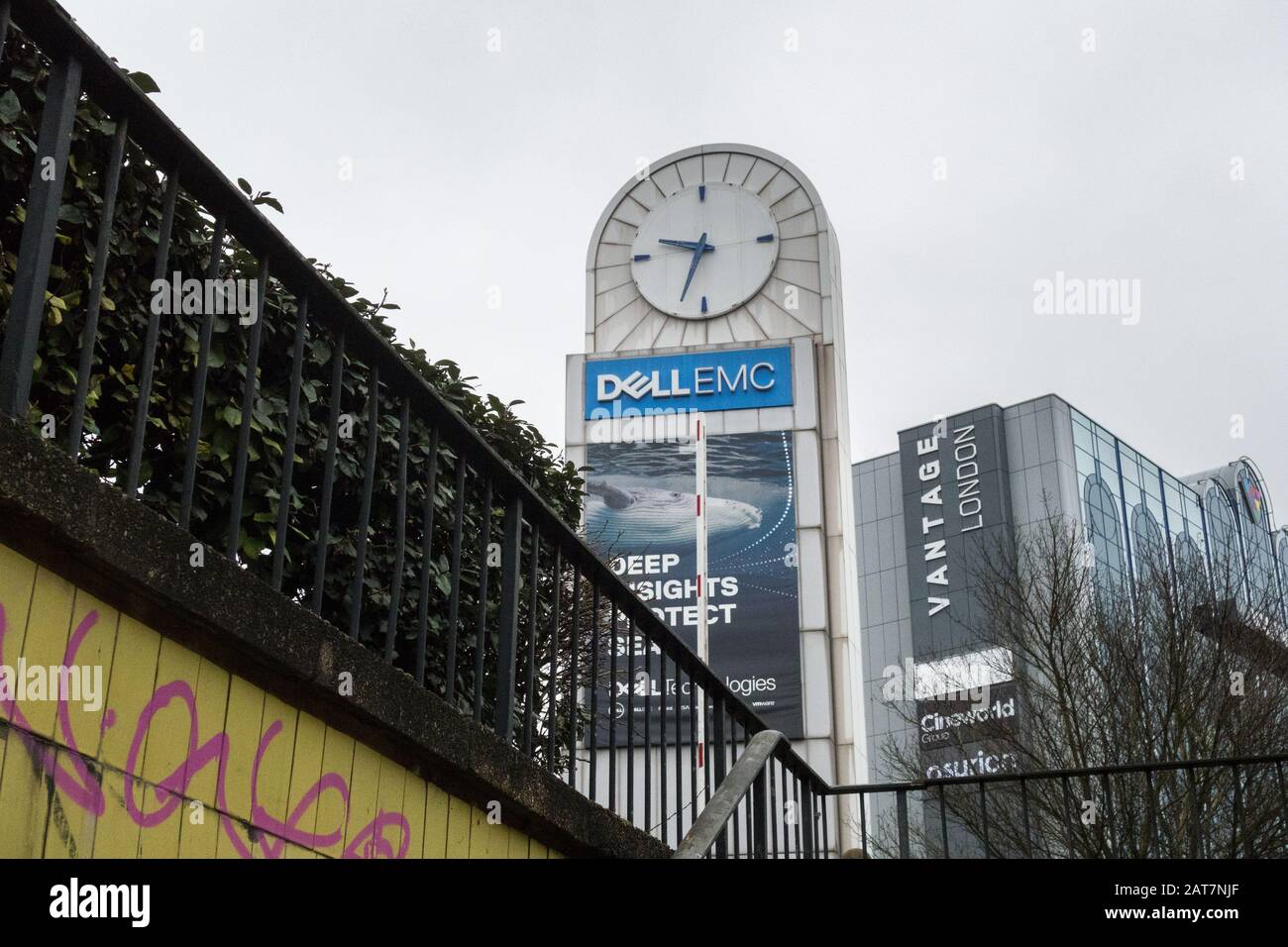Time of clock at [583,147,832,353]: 9:33
